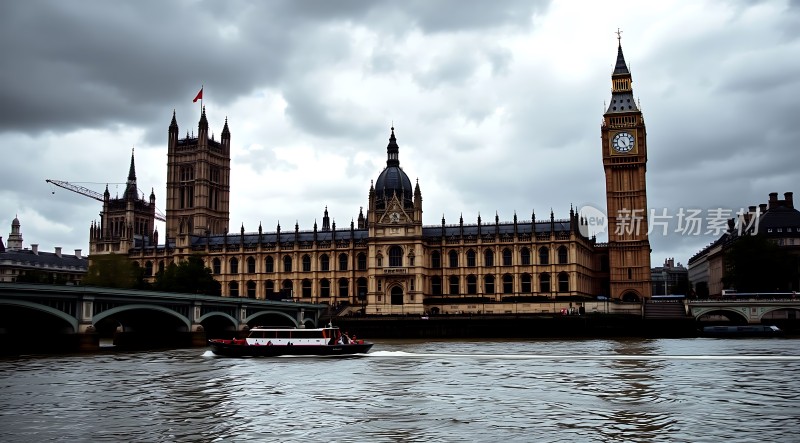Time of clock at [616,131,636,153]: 10:25
